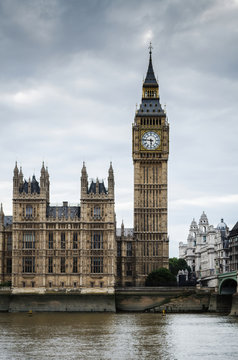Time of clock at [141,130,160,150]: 5:46
